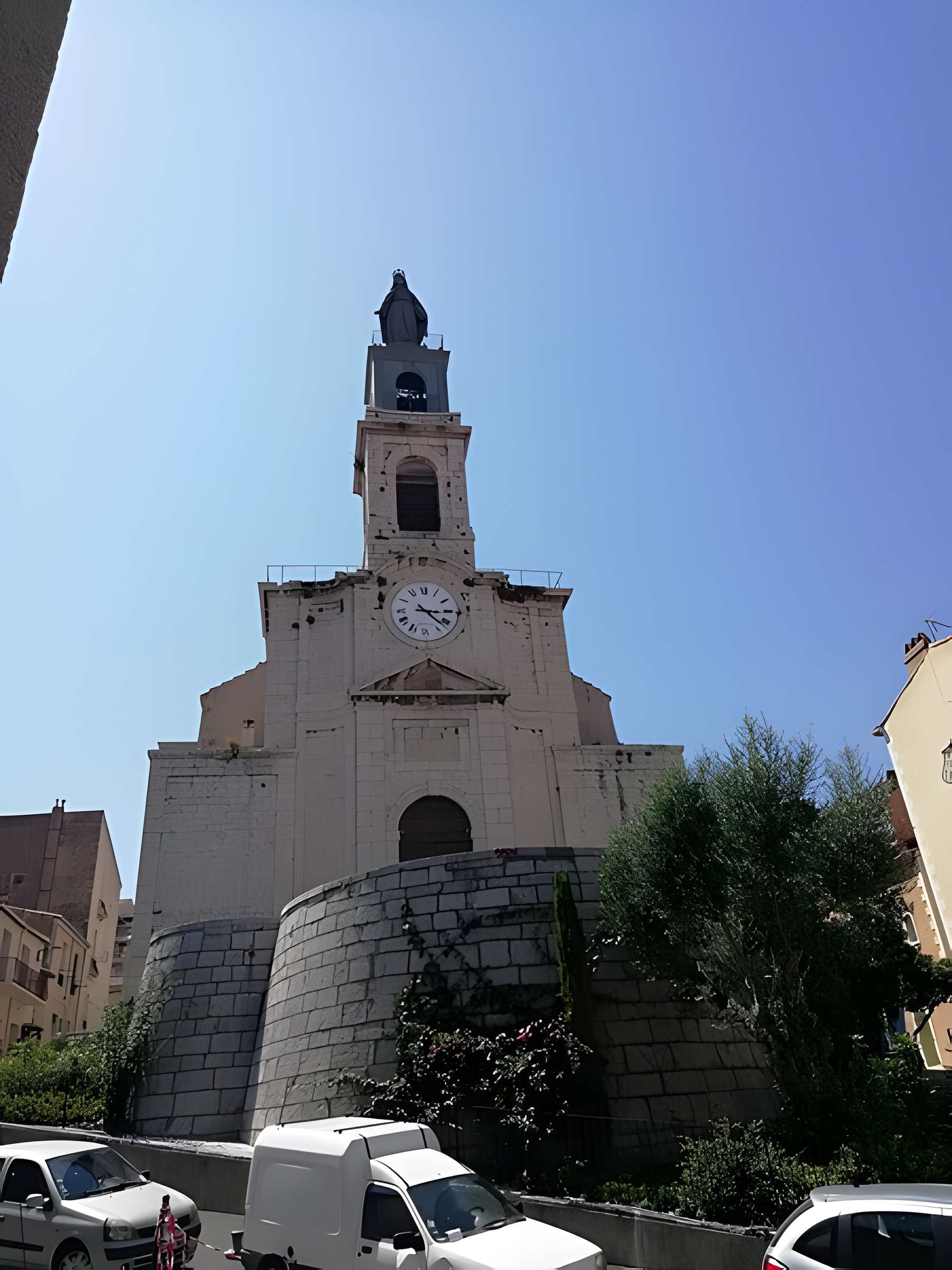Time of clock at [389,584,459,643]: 3:22
